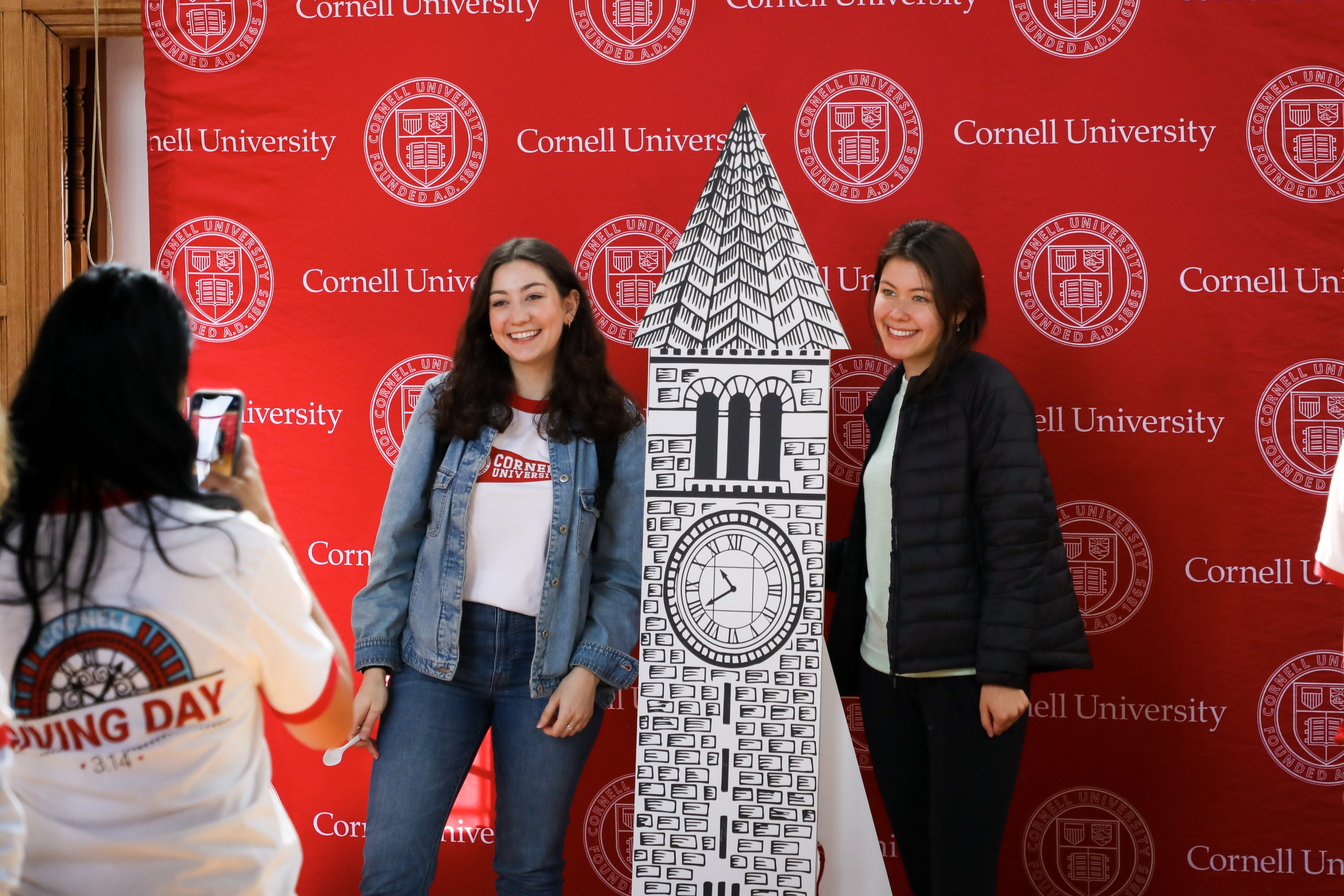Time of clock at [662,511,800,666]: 10:40
